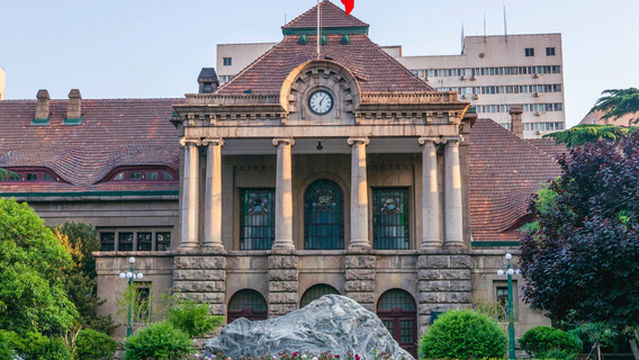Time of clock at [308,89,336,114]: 6:05
